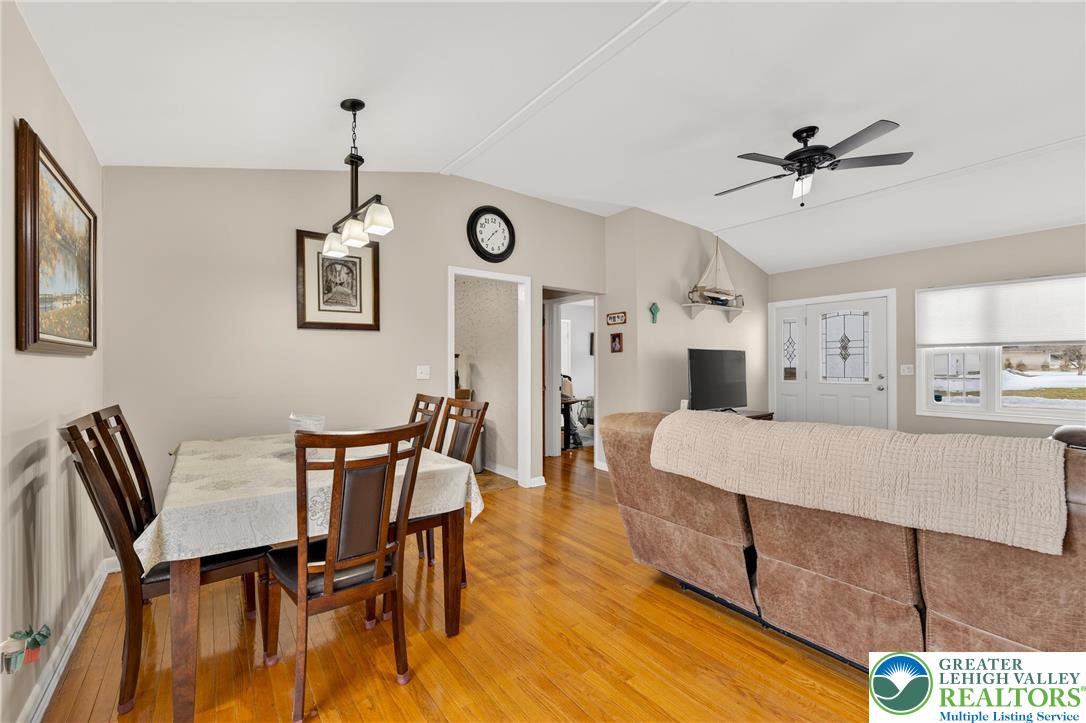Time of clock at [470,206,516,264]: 1:36
